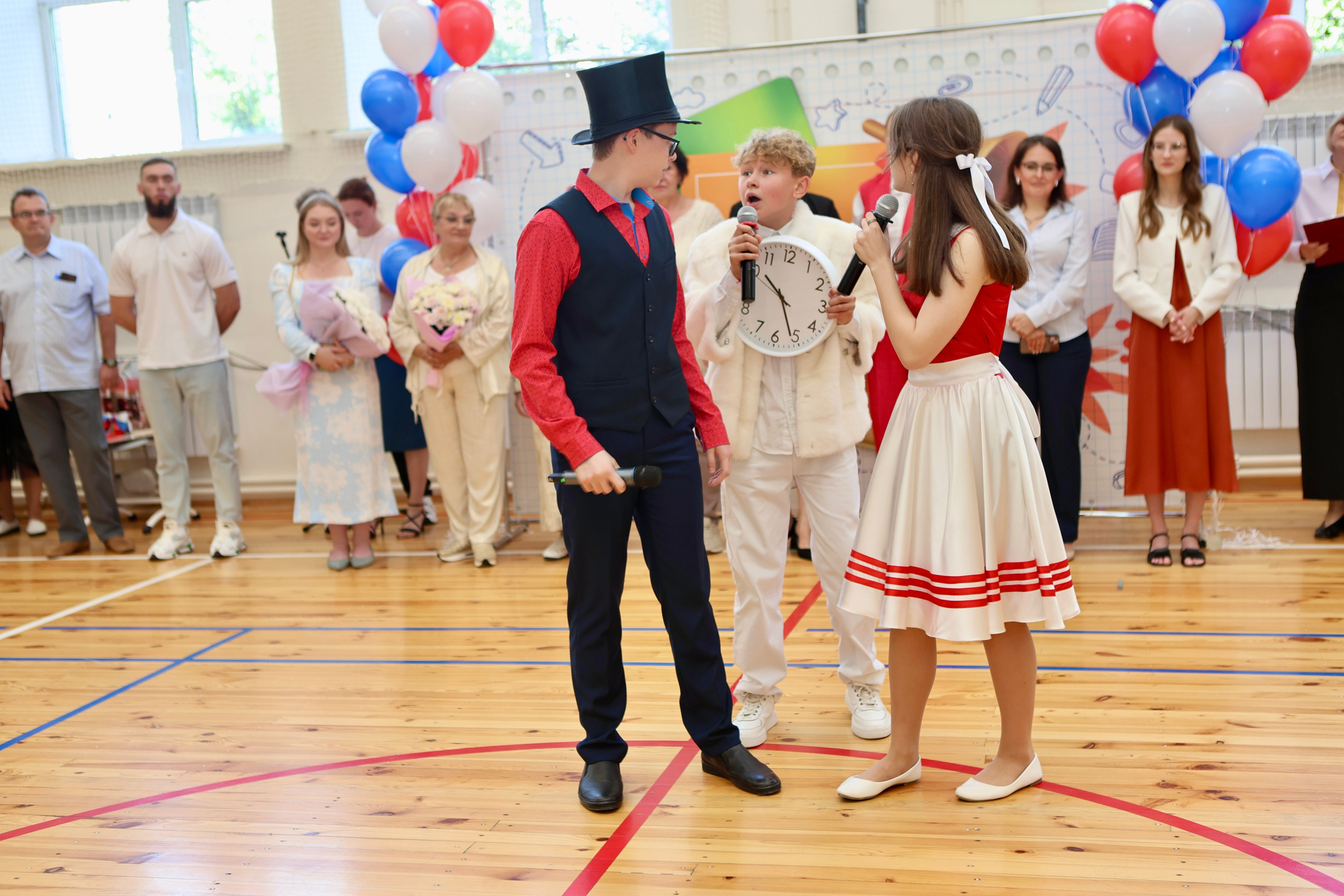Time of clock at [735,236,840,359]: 10:26
